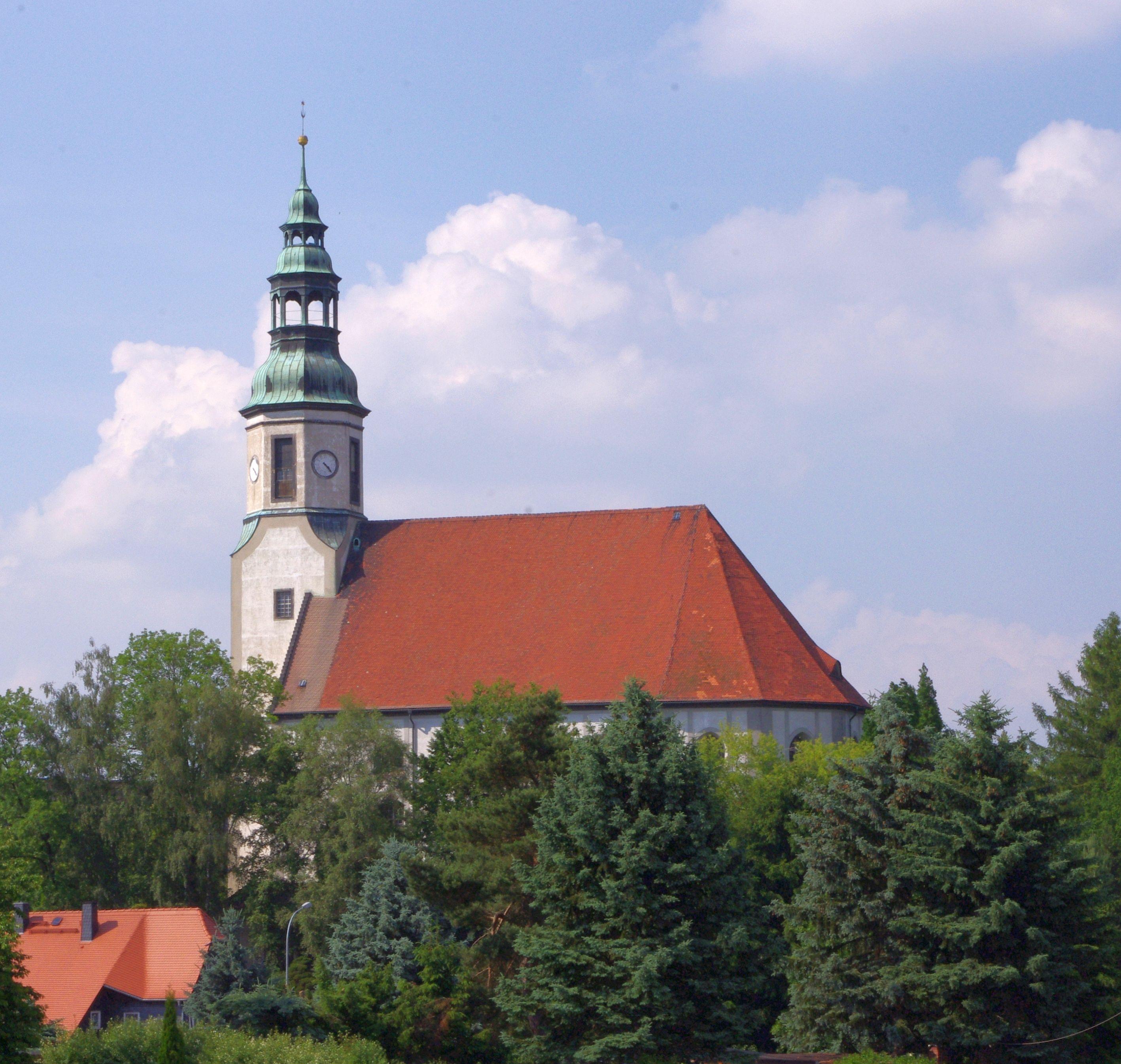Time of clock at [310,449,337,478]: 4:22
